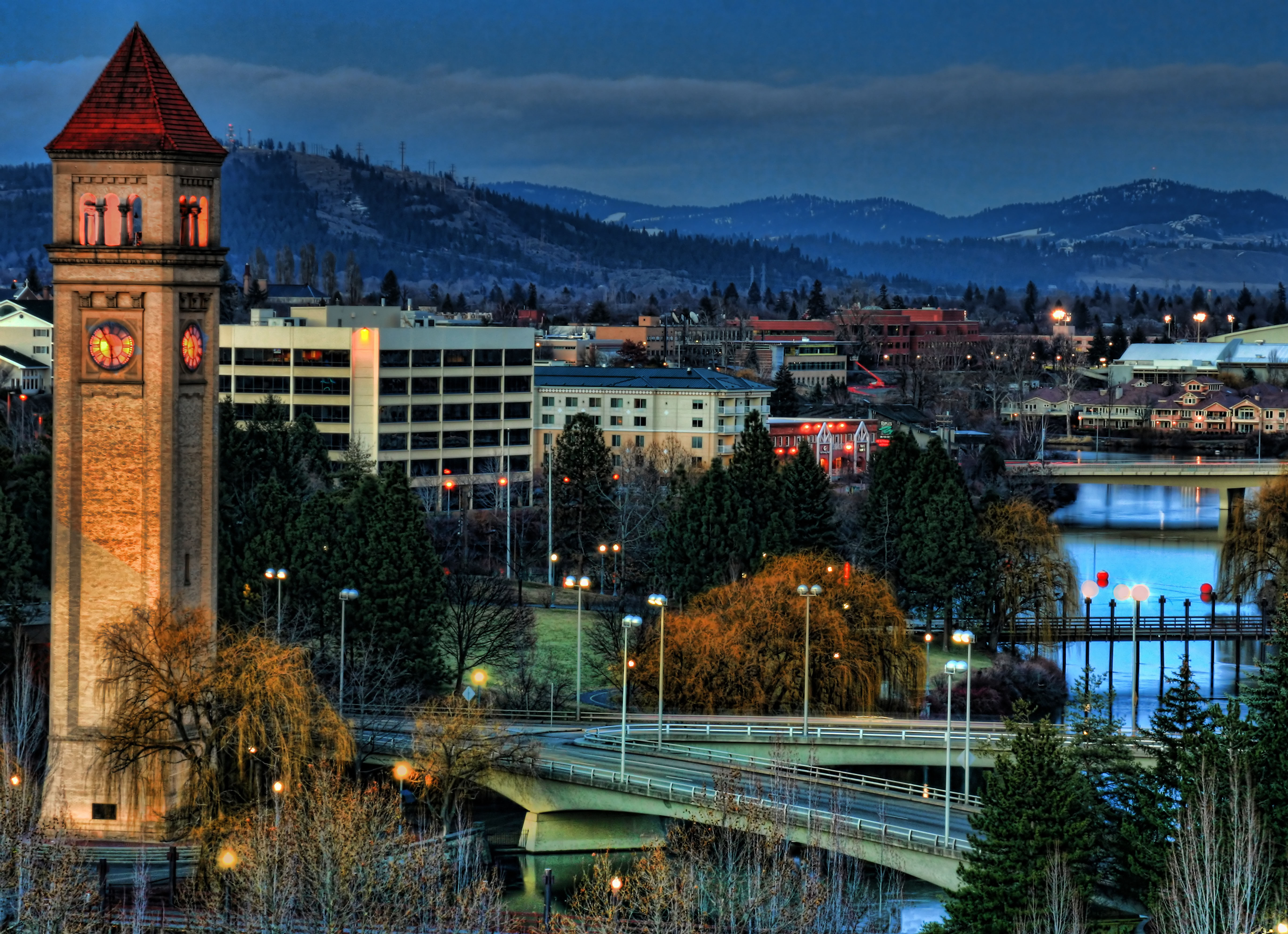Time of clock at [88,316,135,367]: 5:54
